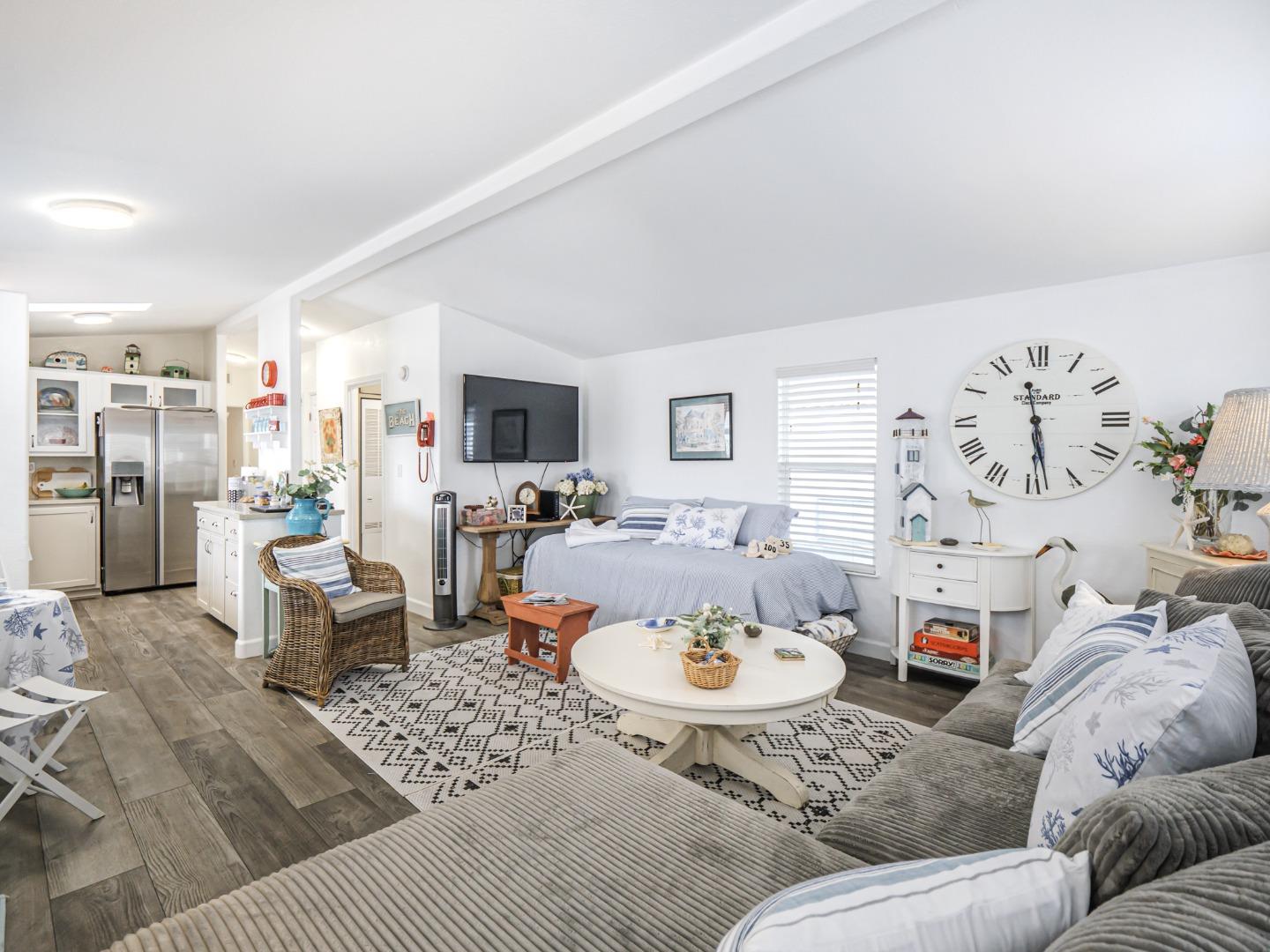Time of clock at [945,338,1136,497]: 11:28
